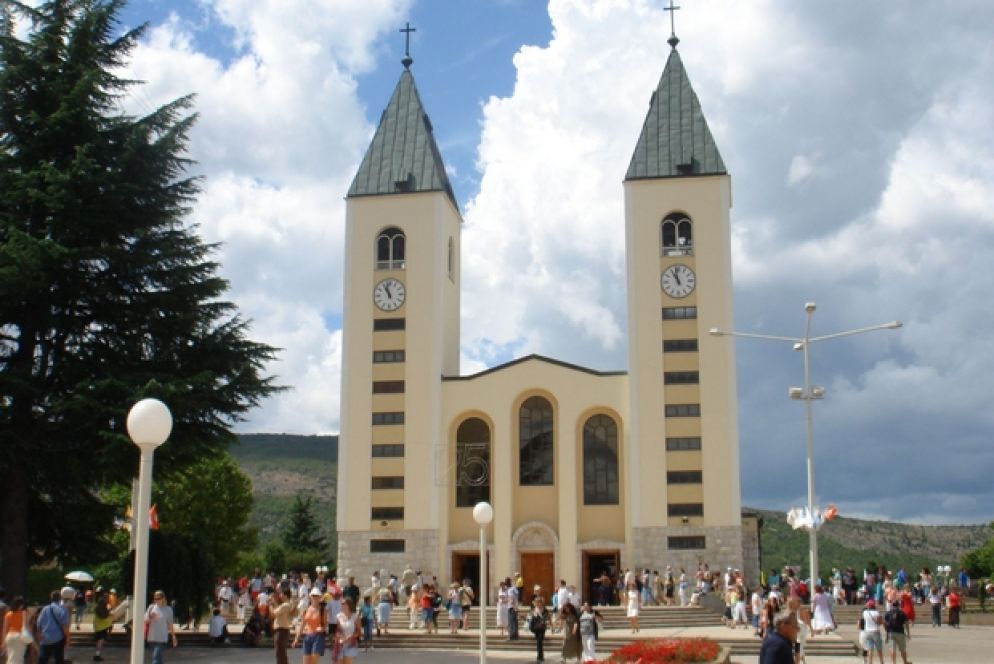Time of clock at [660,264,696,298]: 10:58
